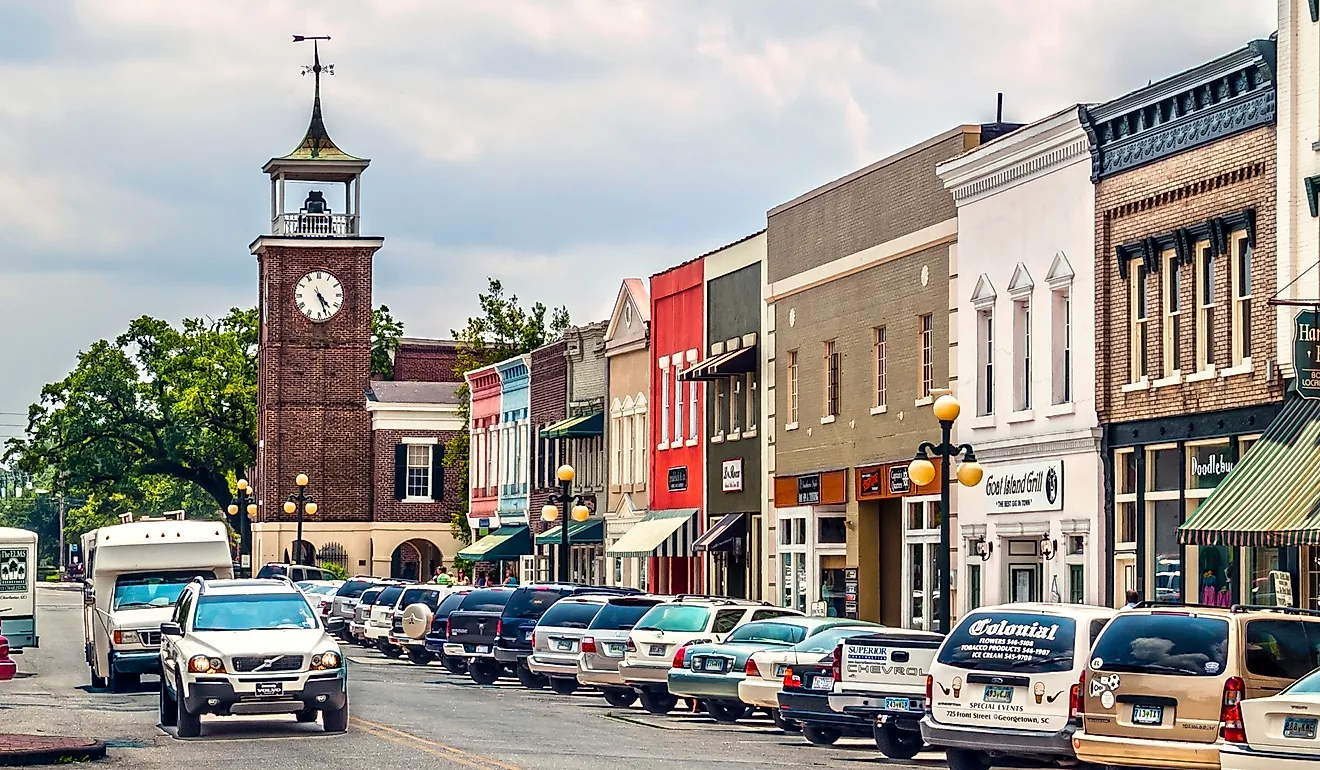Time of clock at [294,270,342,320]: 4:26
